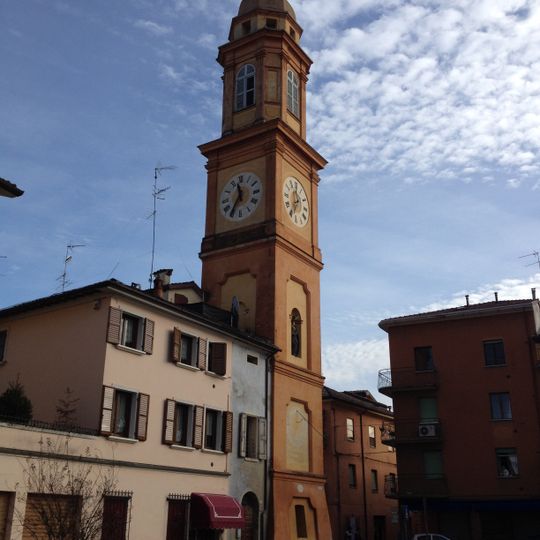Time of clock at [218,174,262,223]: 11:35
